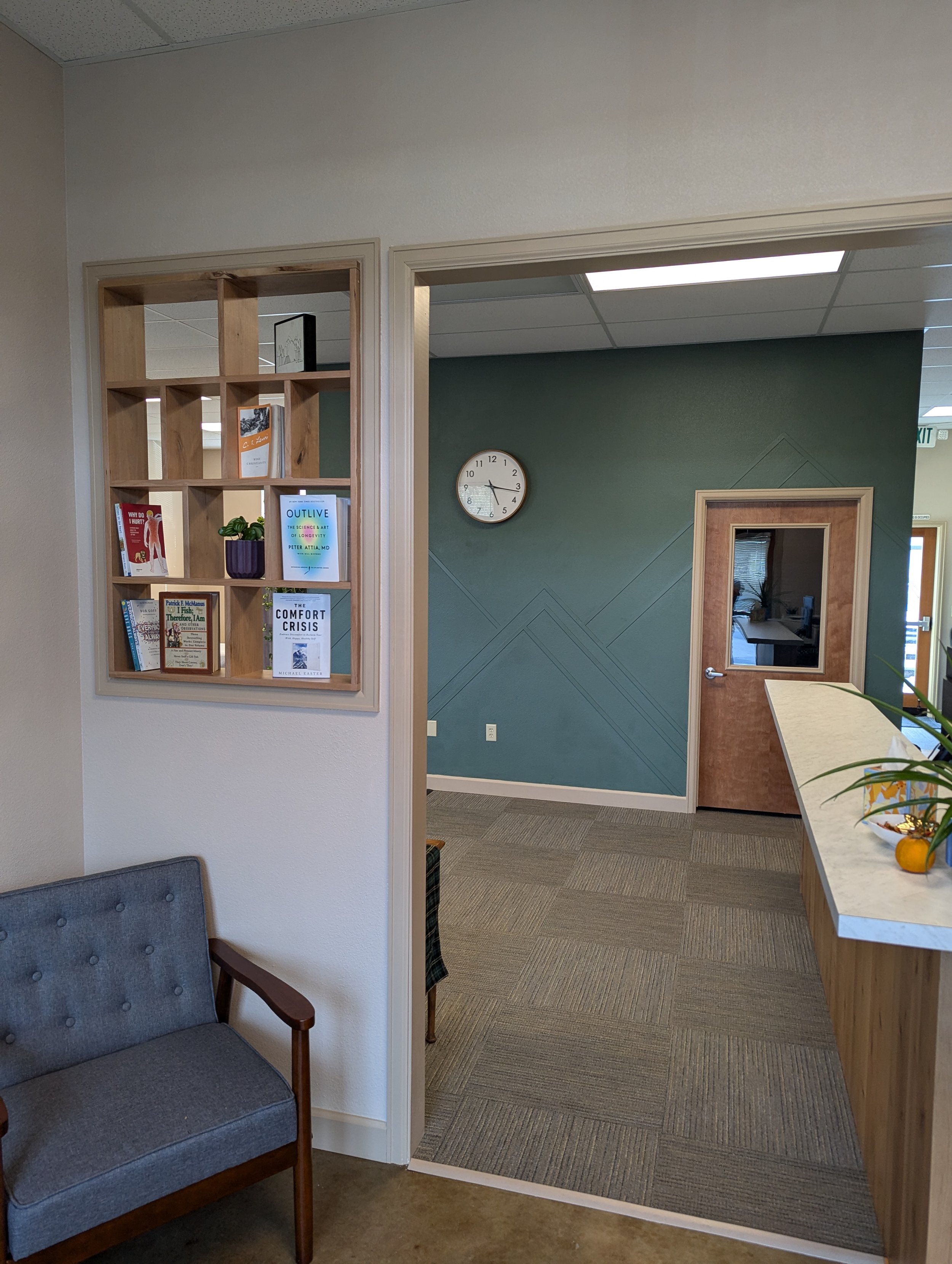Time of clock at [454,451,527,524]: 5:16
